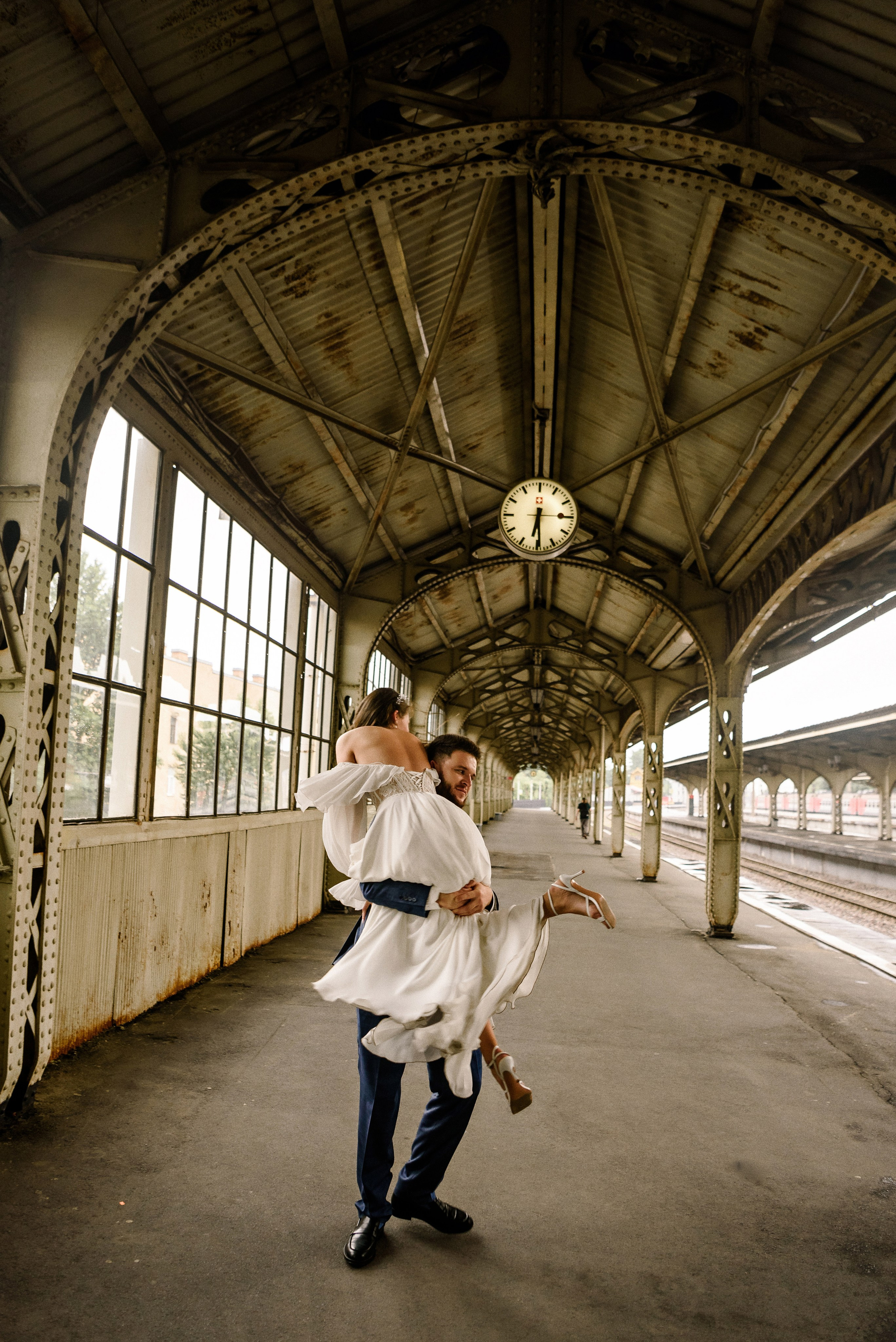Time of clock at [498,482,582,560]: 6:29
